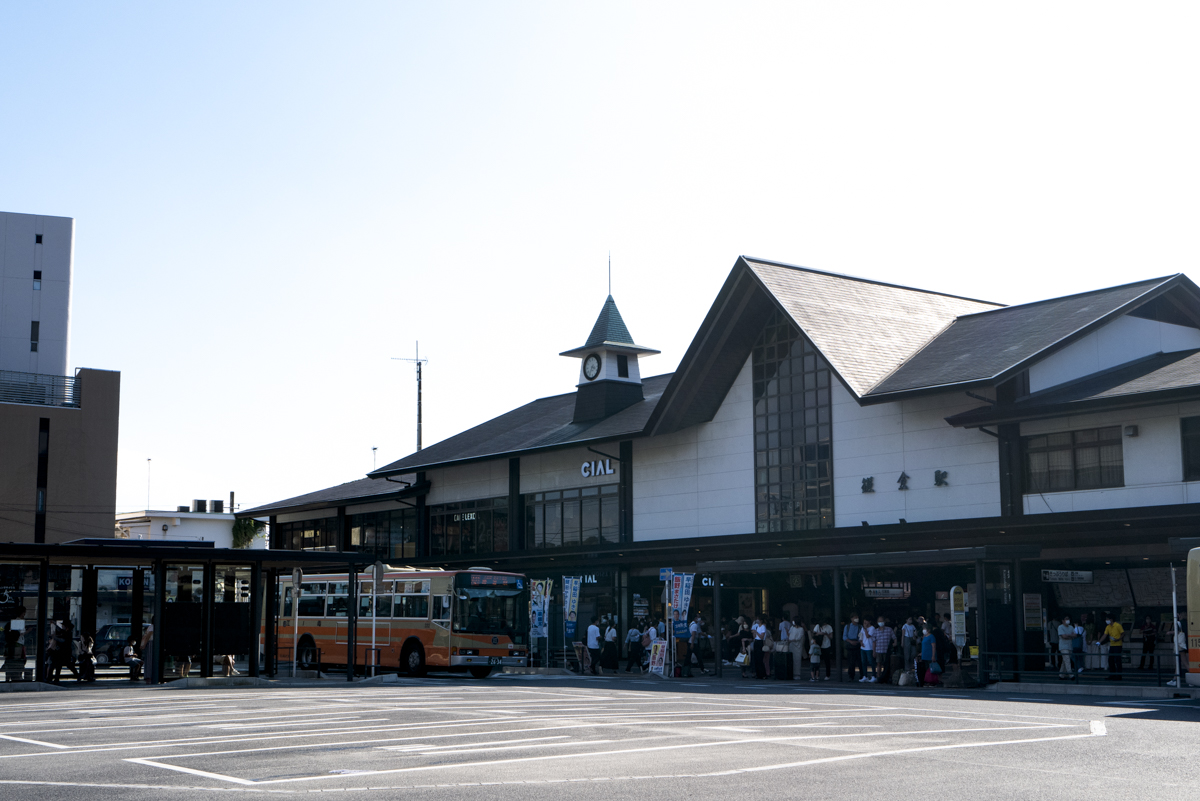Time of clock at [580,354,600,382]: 3:35
